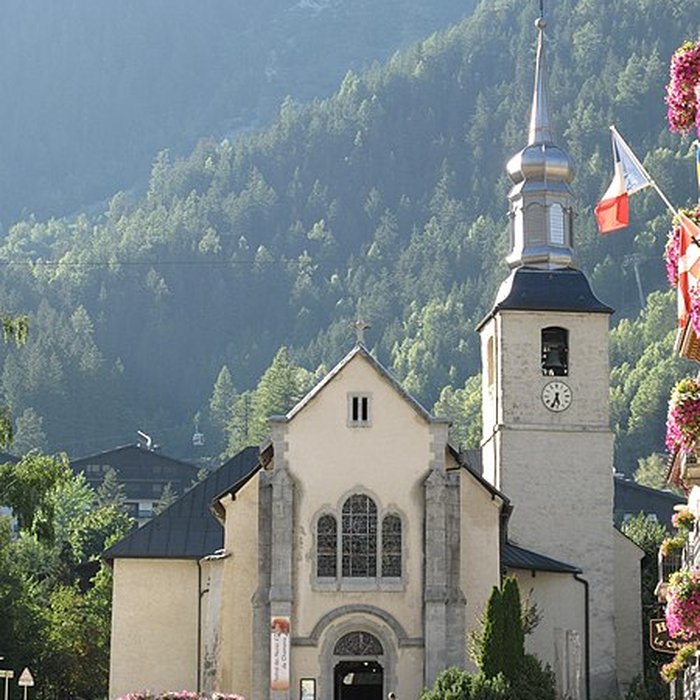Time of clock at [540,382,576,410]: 5:33
